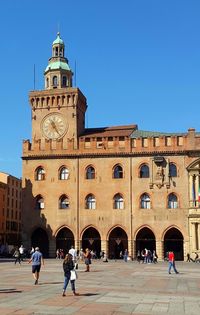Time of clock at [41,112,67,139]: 11:23
